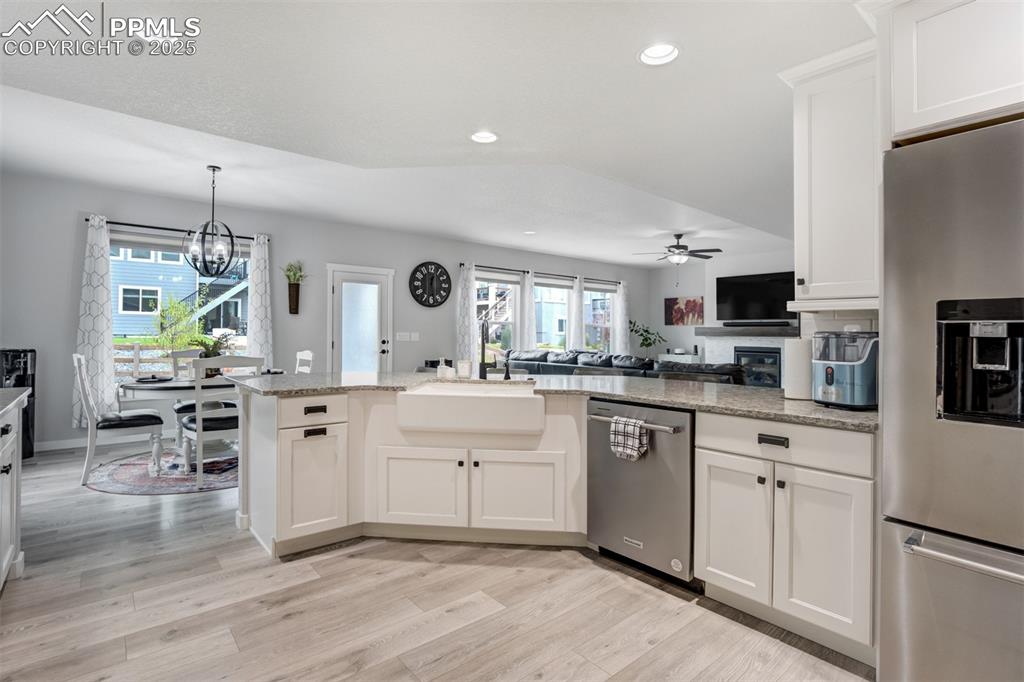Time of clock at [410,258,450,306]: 12:28
